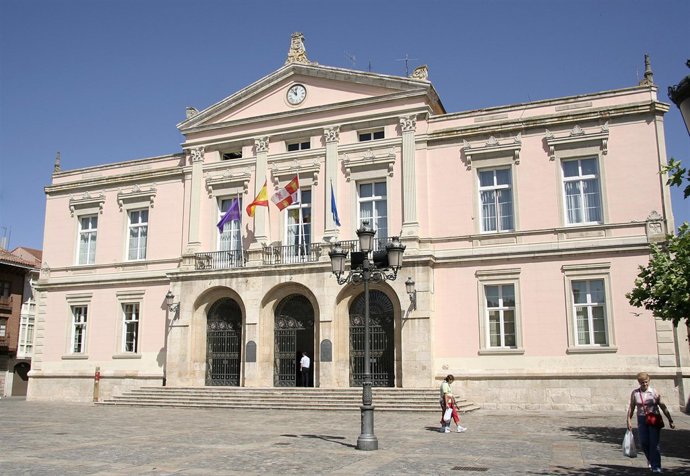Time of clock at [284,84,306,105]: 11:53
